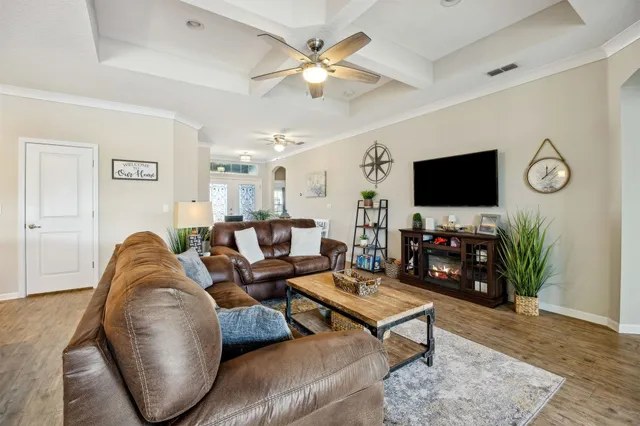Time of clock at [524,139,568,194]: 12:07
